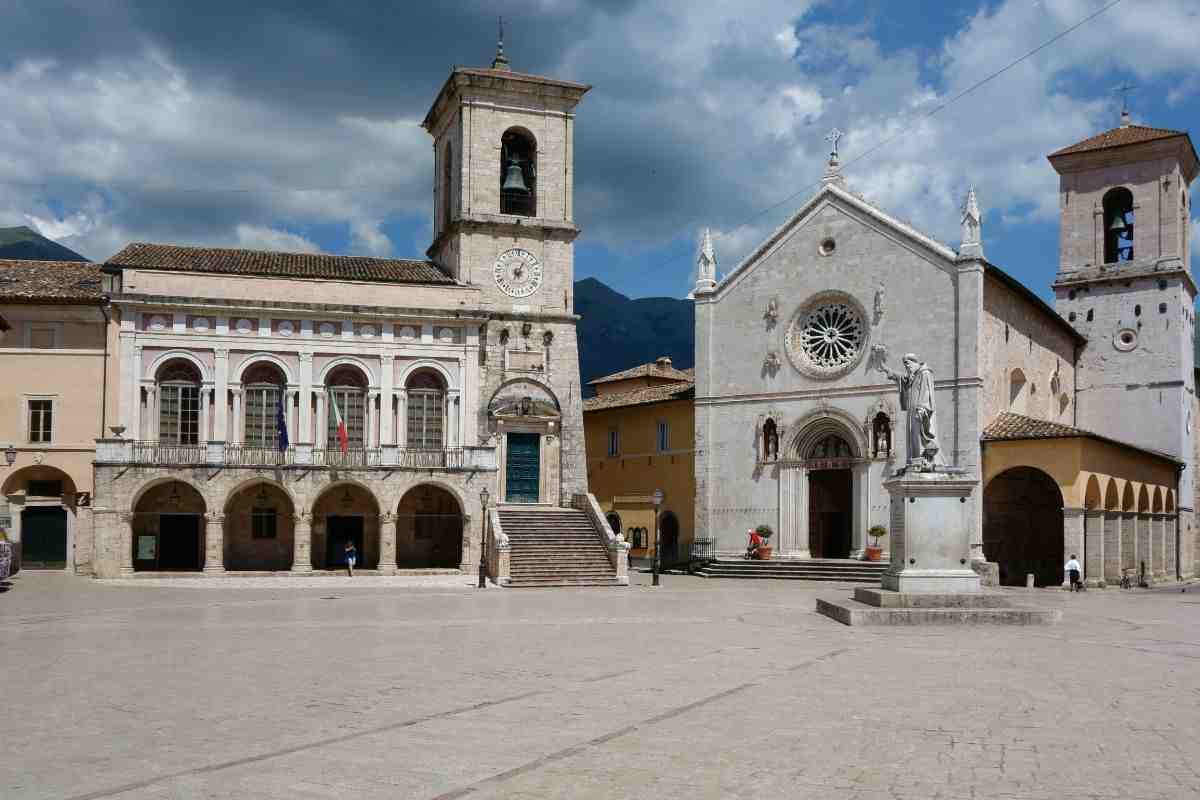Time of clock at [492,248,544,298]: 7:04
